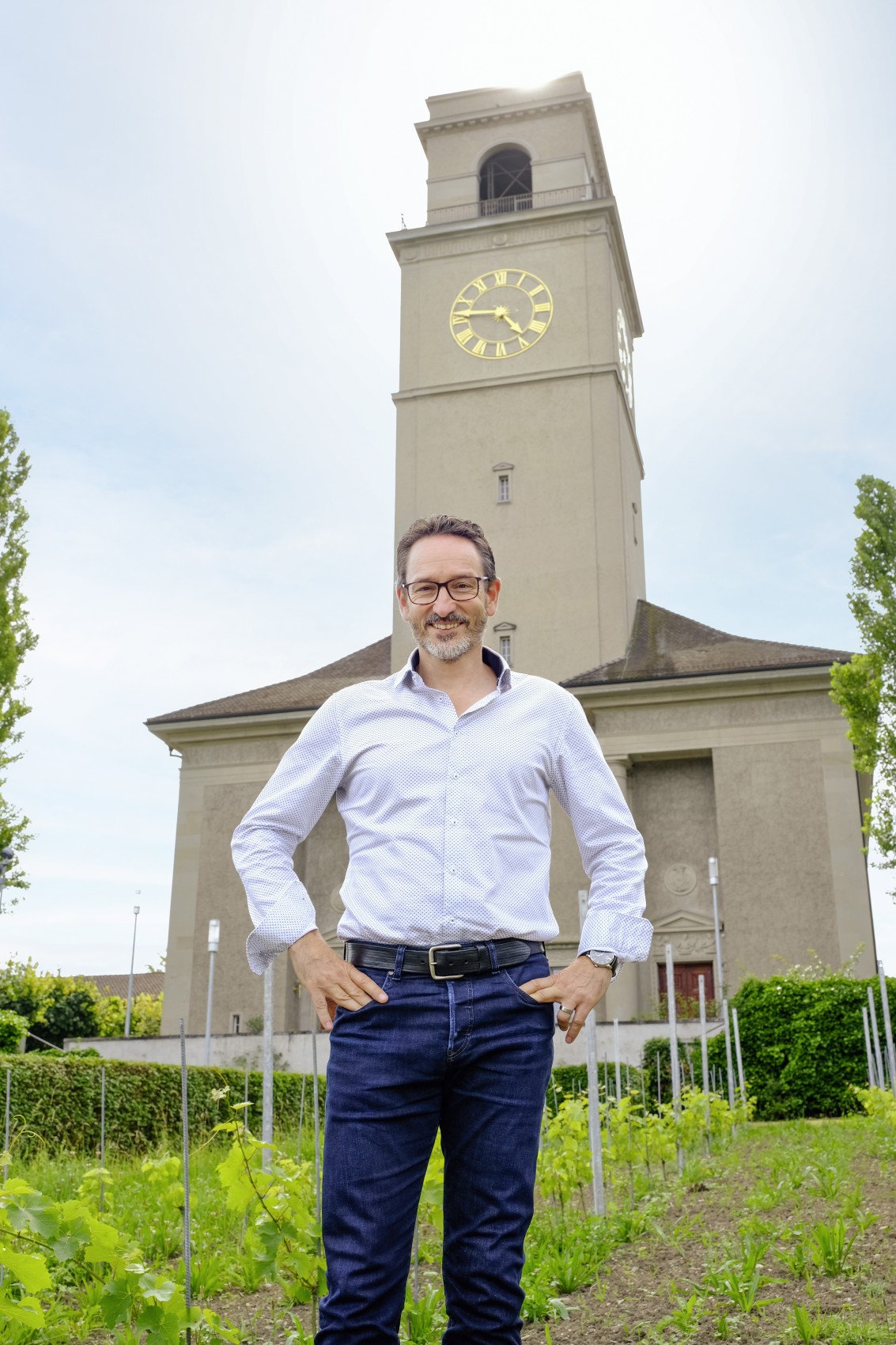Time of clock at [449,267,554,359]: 4:46
